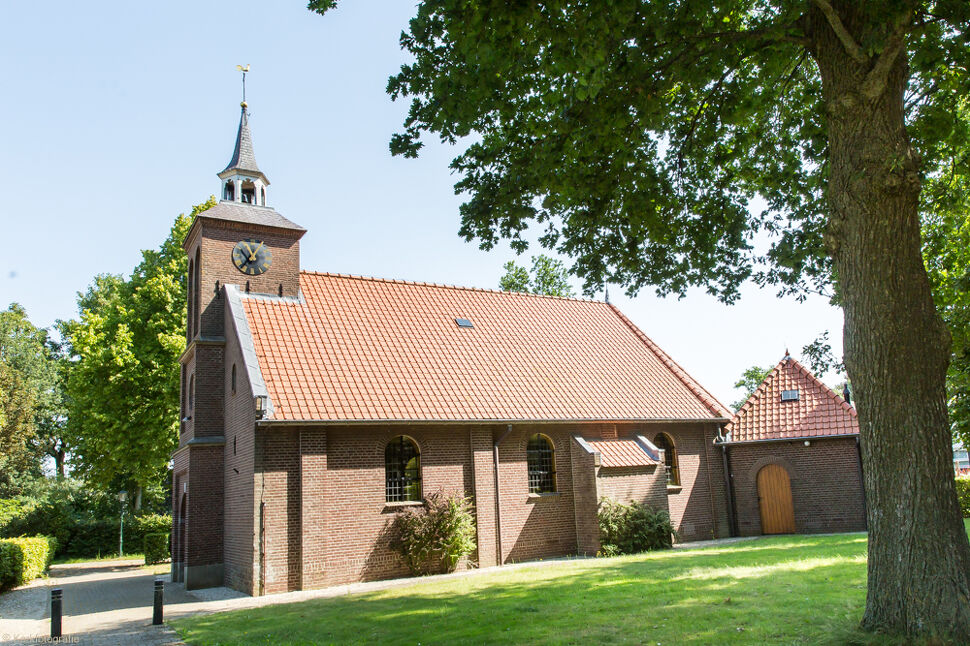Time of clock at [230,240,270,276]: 10:36
